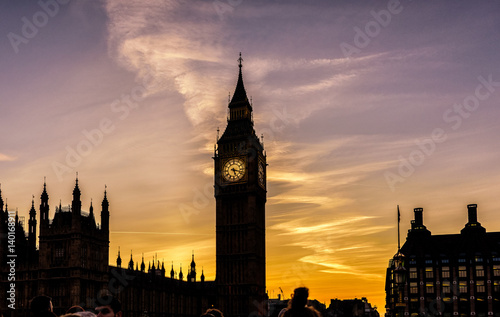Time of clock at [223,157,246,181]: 5:17
